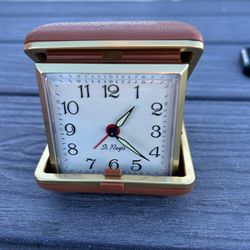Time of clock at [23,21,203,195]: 1:22
